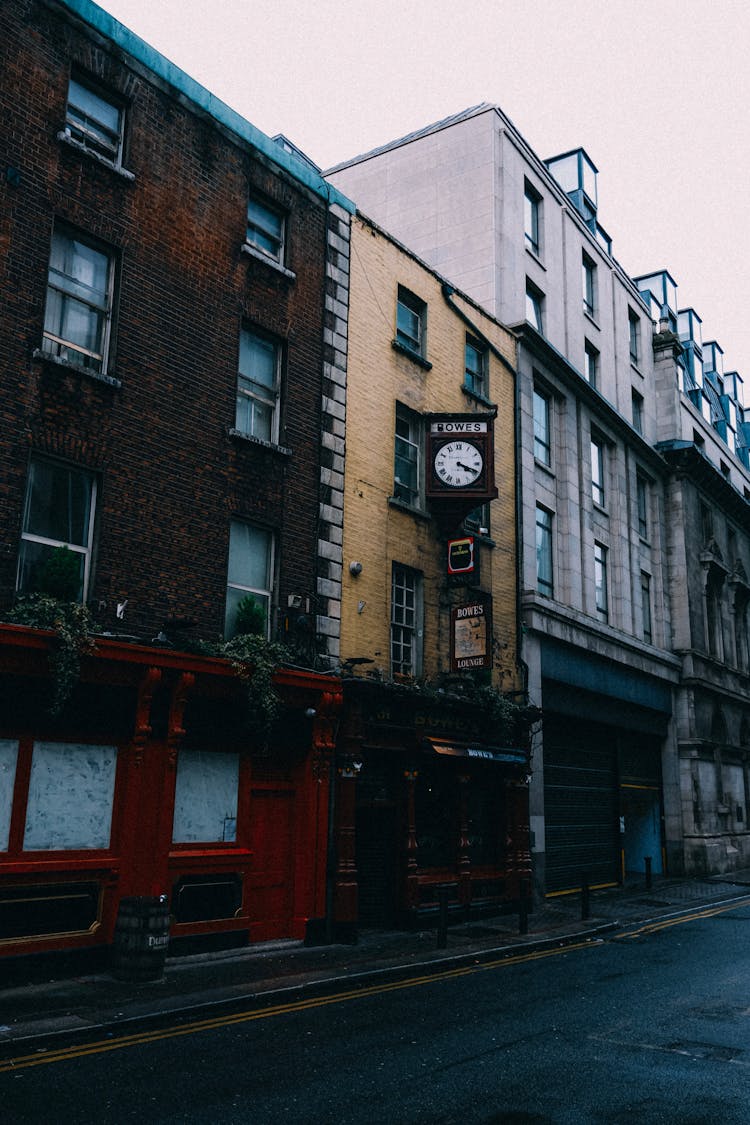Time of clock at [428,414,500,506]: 4:19
